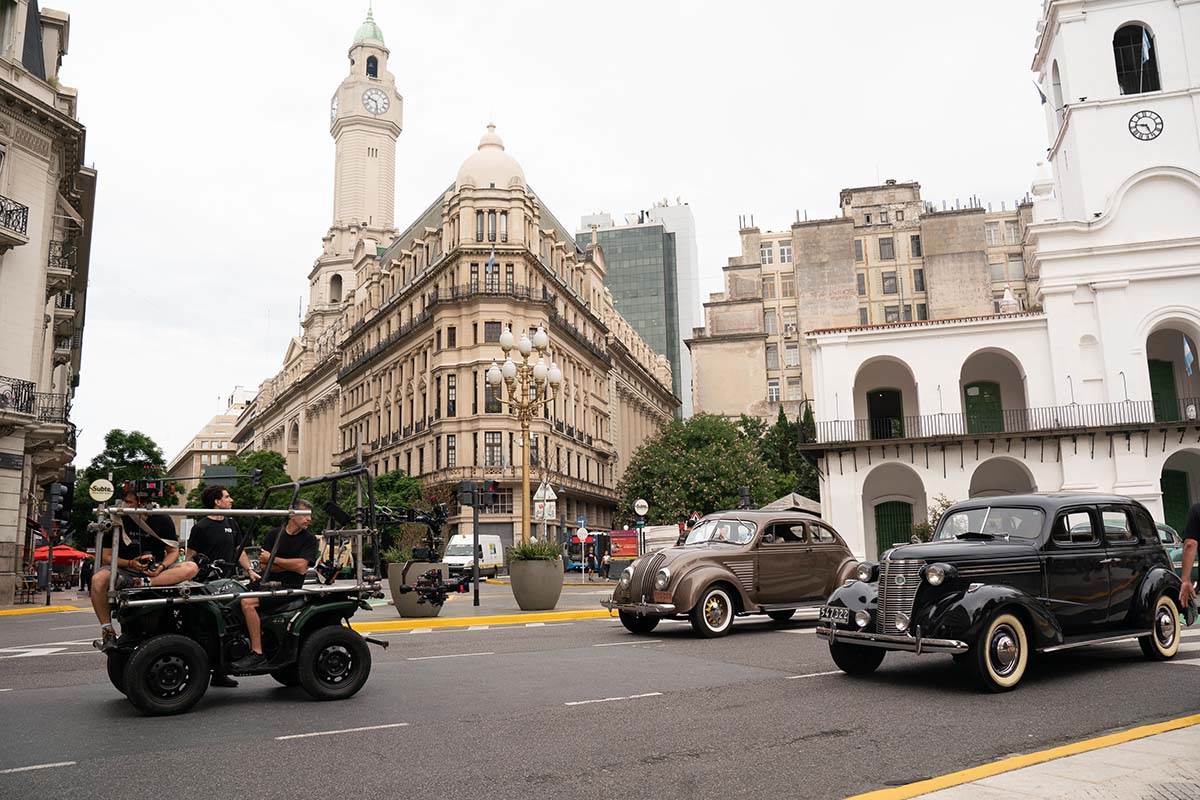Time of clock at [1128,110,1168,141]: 9:26
